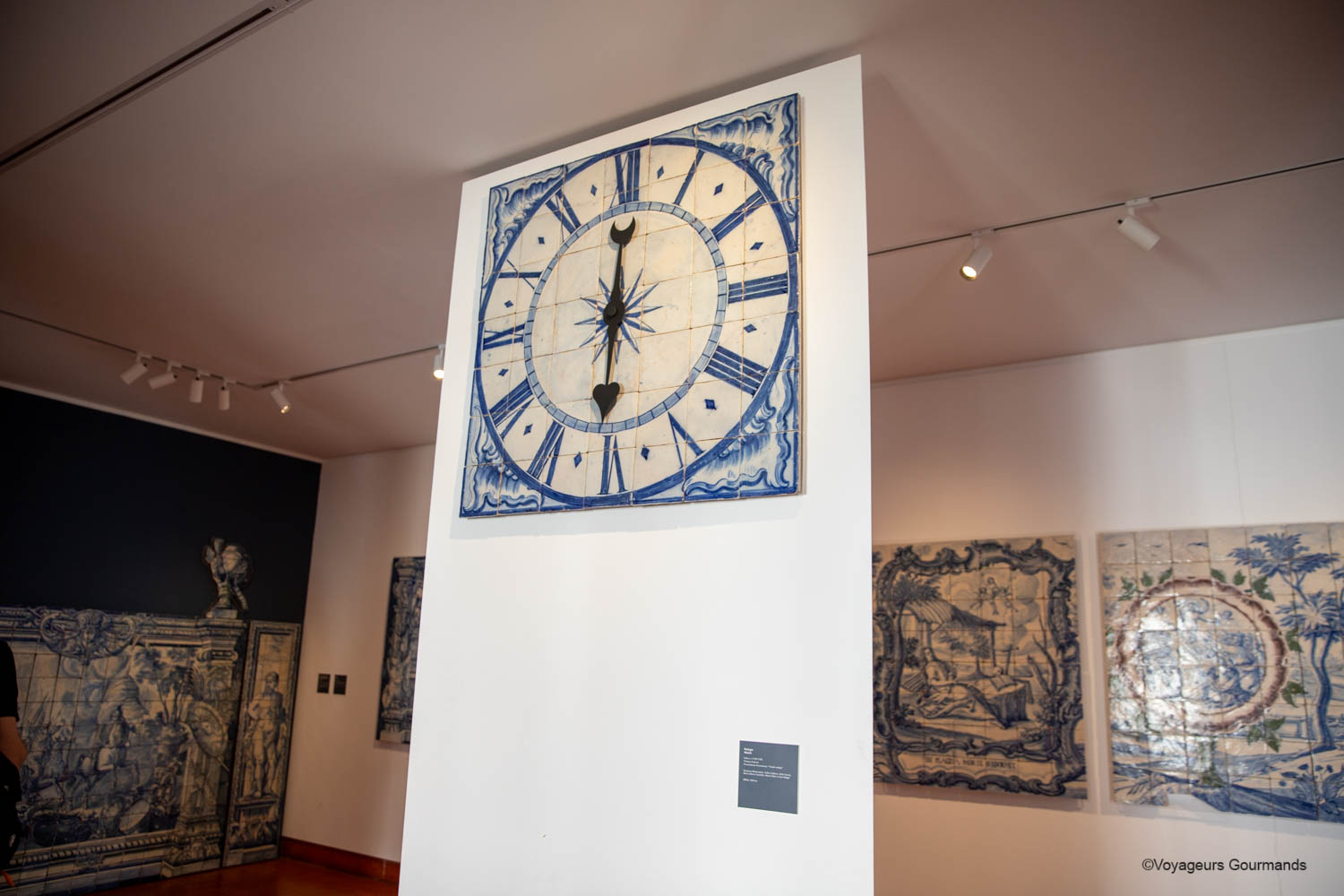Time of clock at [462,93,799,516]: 6:00
